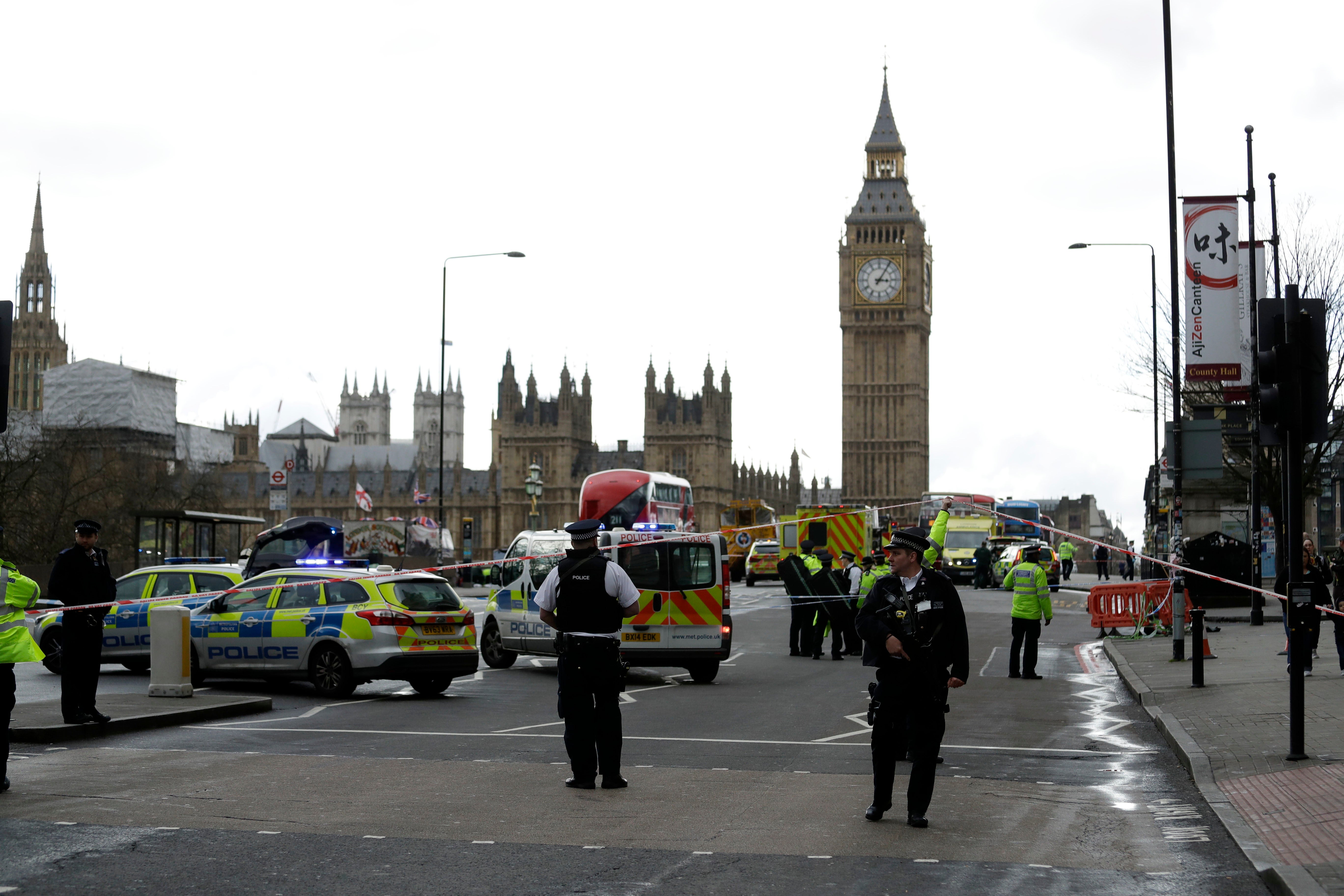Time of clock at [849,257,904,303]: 3:05
